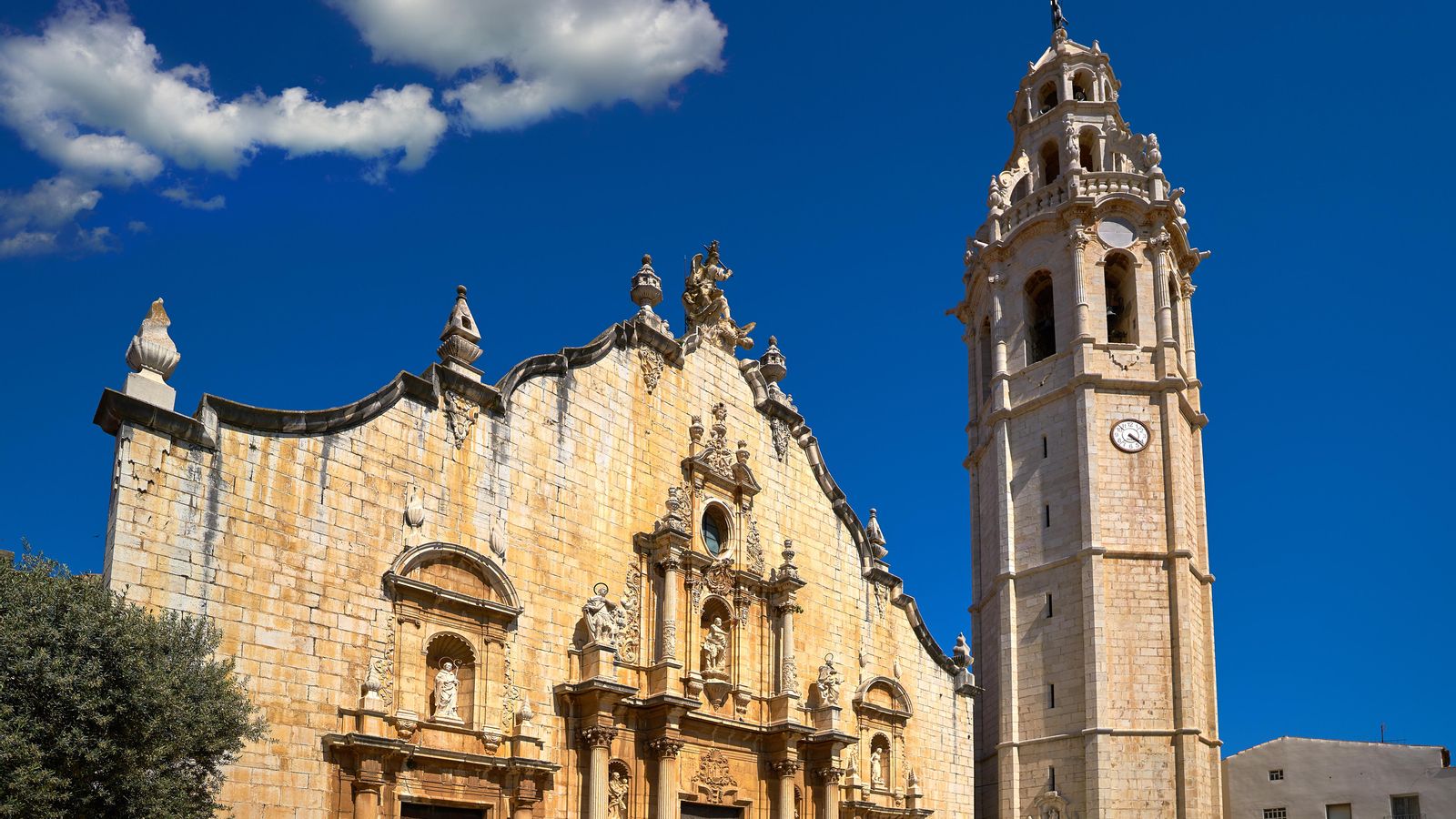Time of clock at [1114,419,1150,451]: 4:22
